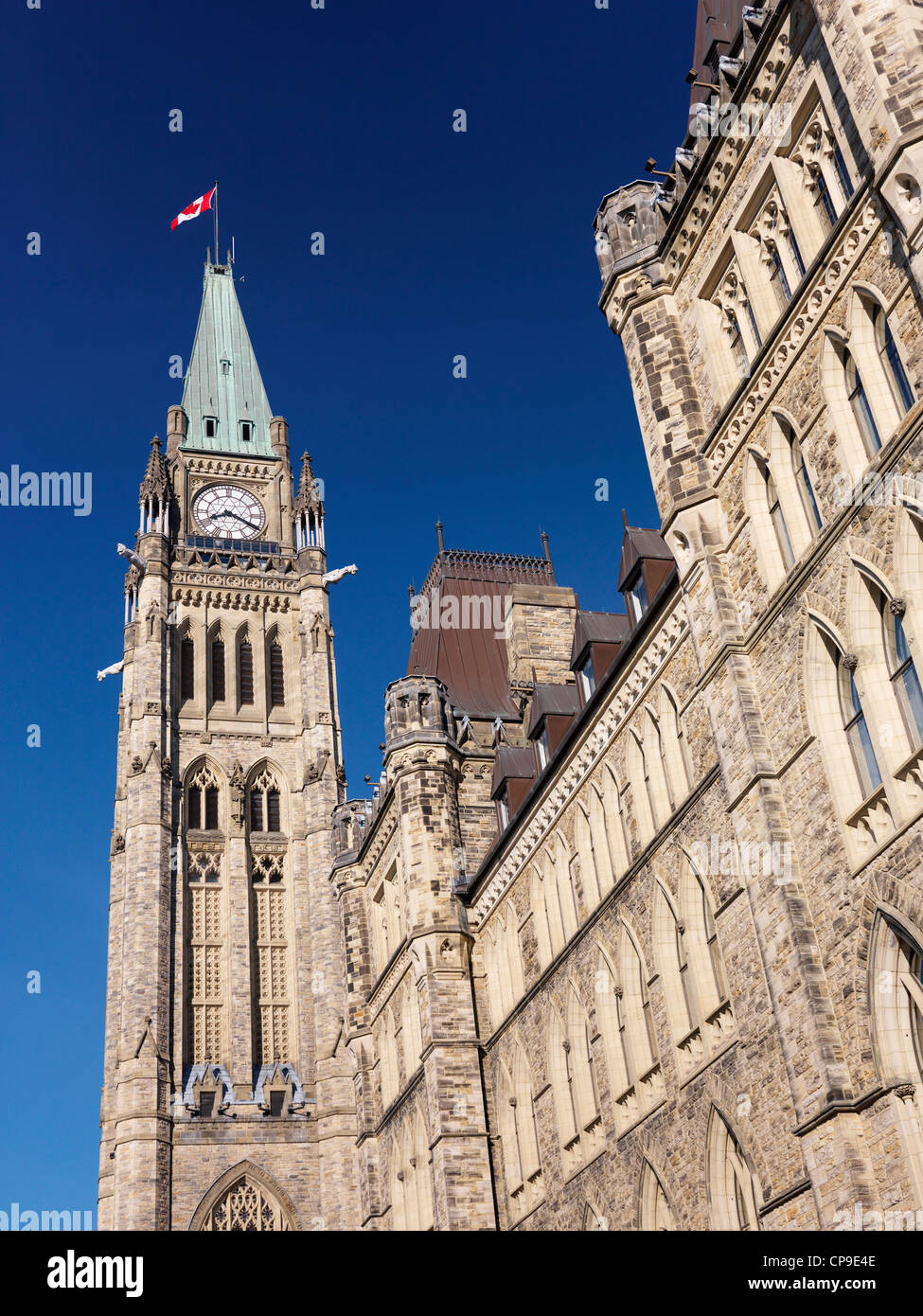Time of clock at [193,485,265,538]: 8:19
